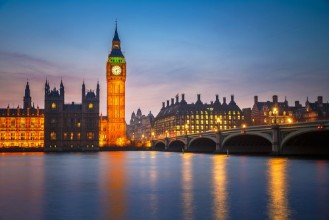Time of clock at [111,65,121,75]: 6:11
